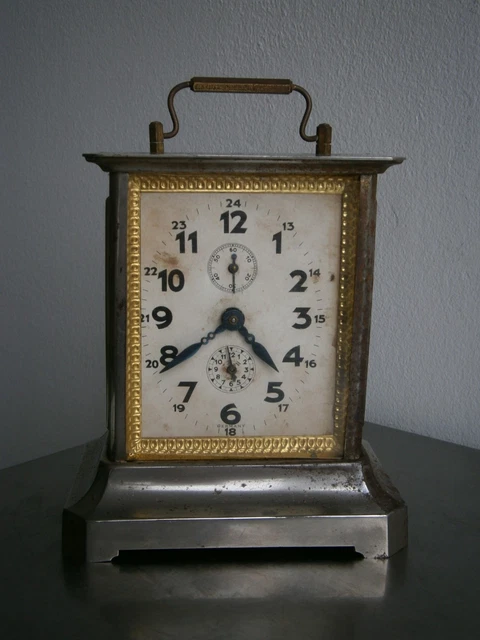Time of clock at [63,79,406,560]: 4:39
